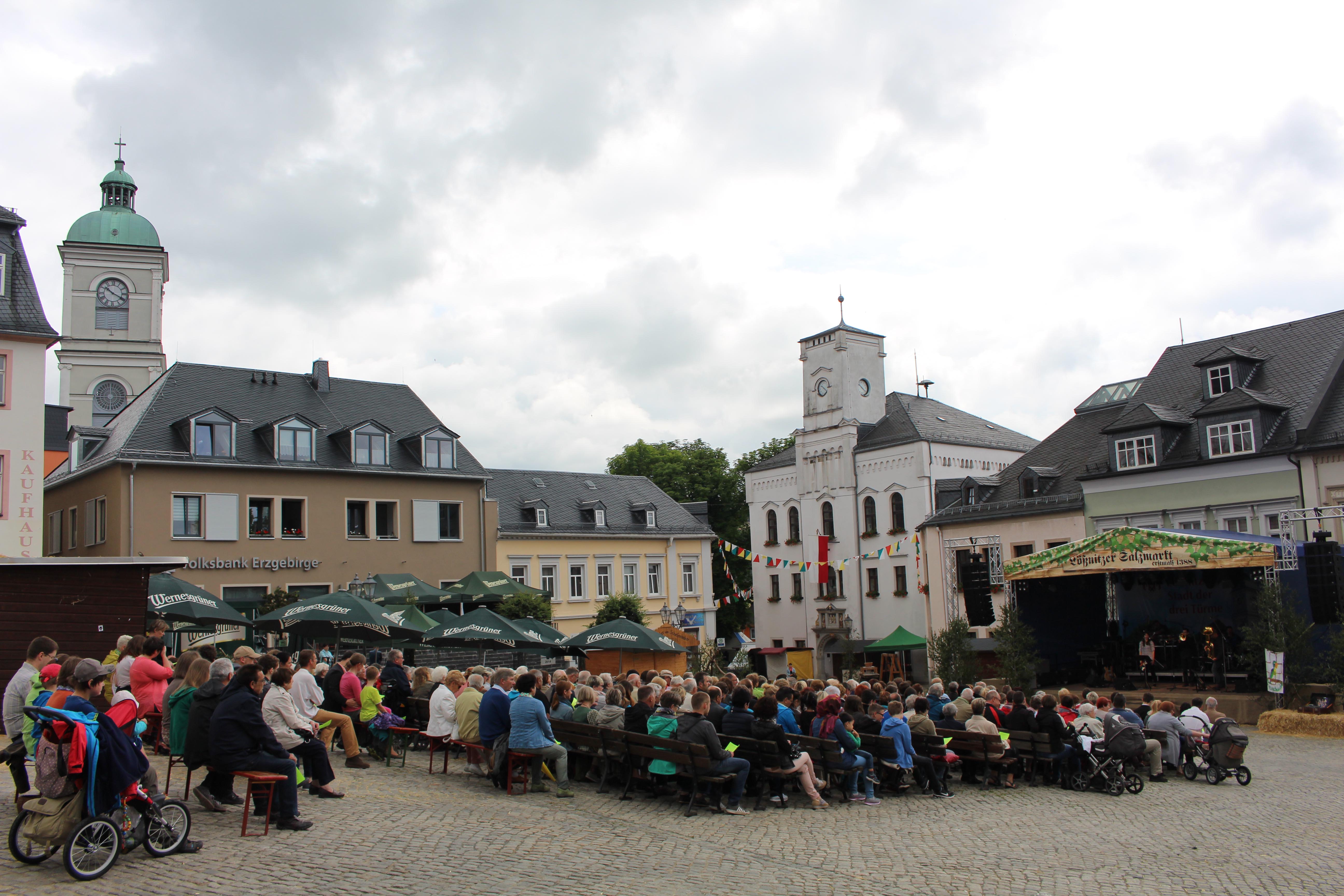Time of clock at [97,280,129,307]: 10:19
